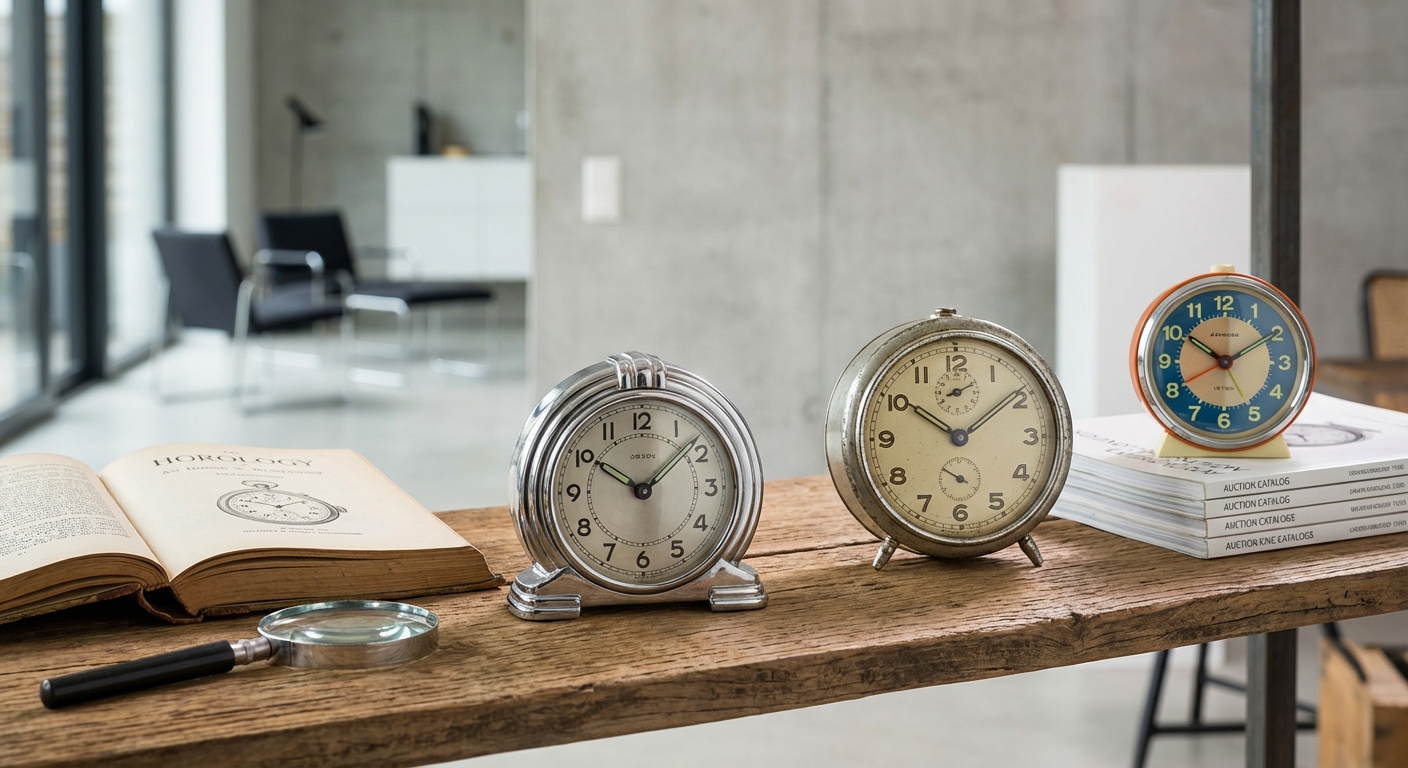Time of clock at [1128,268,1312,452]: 10:09
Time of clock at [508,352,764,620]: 10:07
